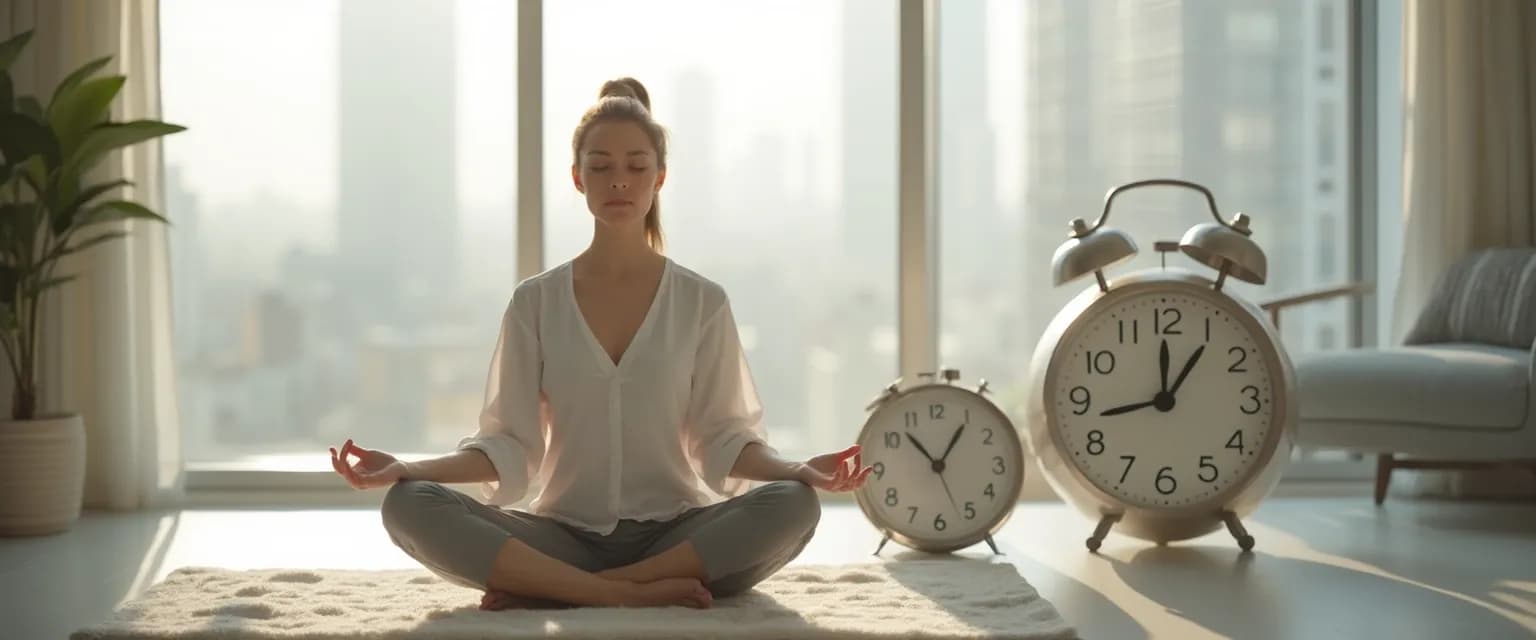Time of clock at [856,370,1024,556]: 12:52
